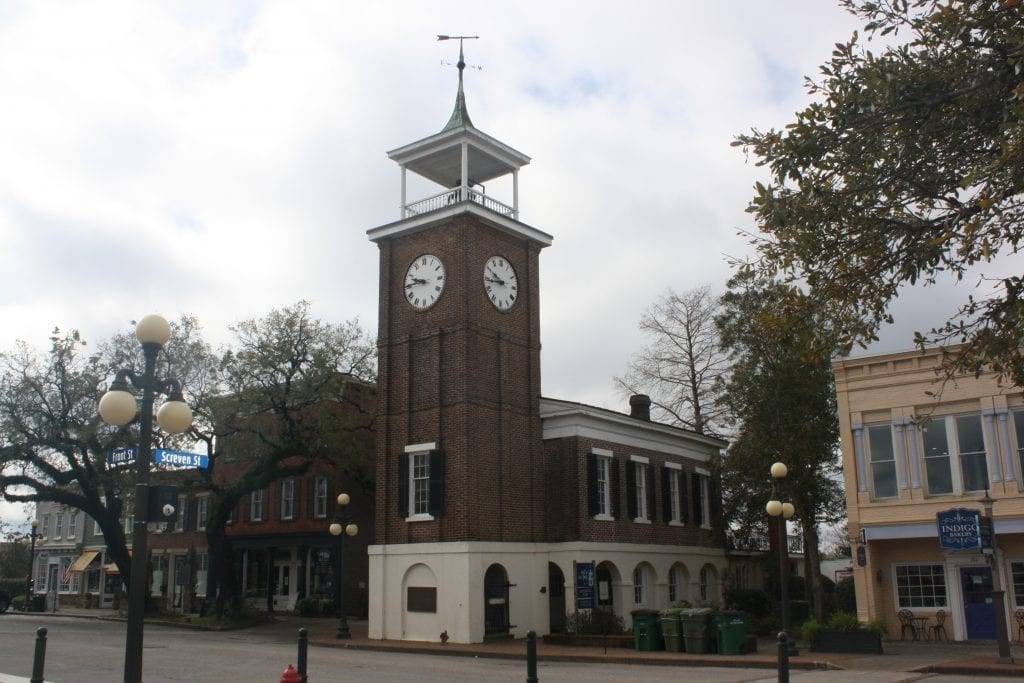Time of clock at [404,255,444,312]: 9:44
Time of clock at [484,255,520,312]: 9:43
